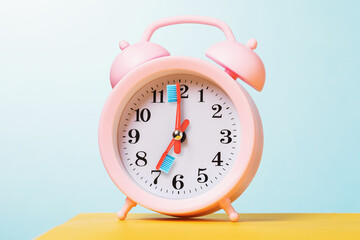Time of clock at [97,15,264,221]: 6:59
